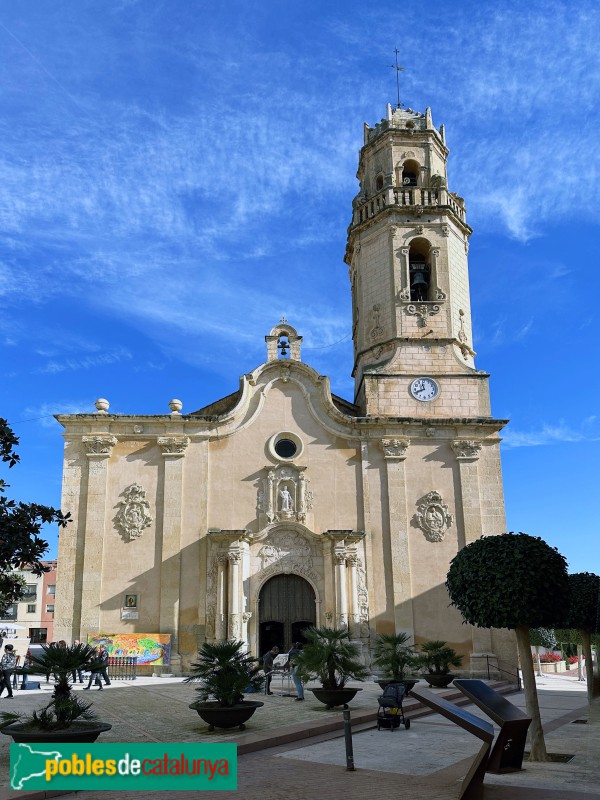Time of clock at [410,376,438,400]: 11:41
